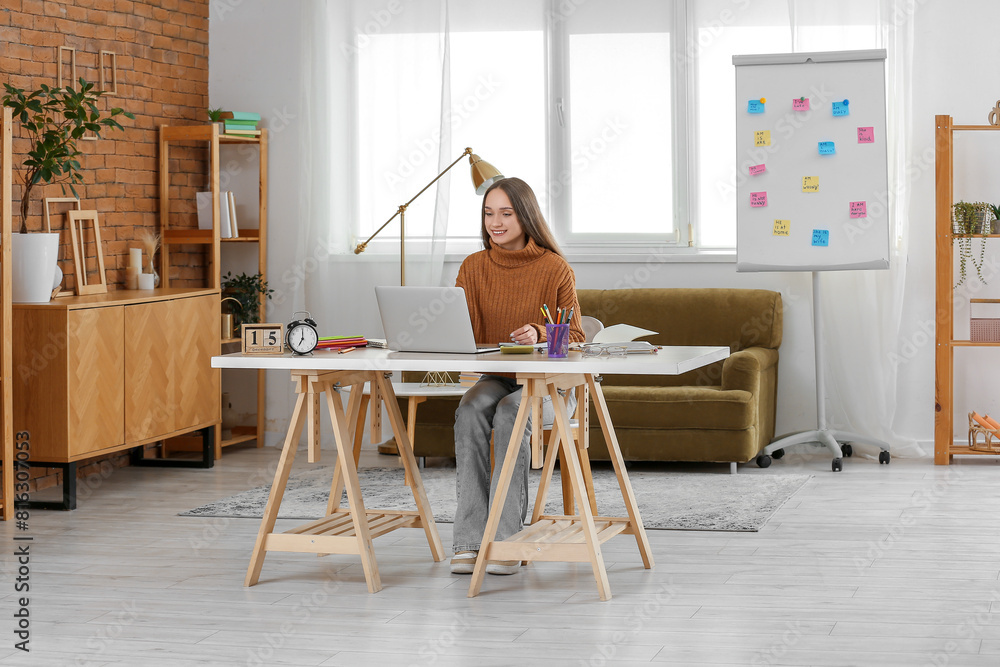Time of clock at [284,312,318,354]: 7:00
